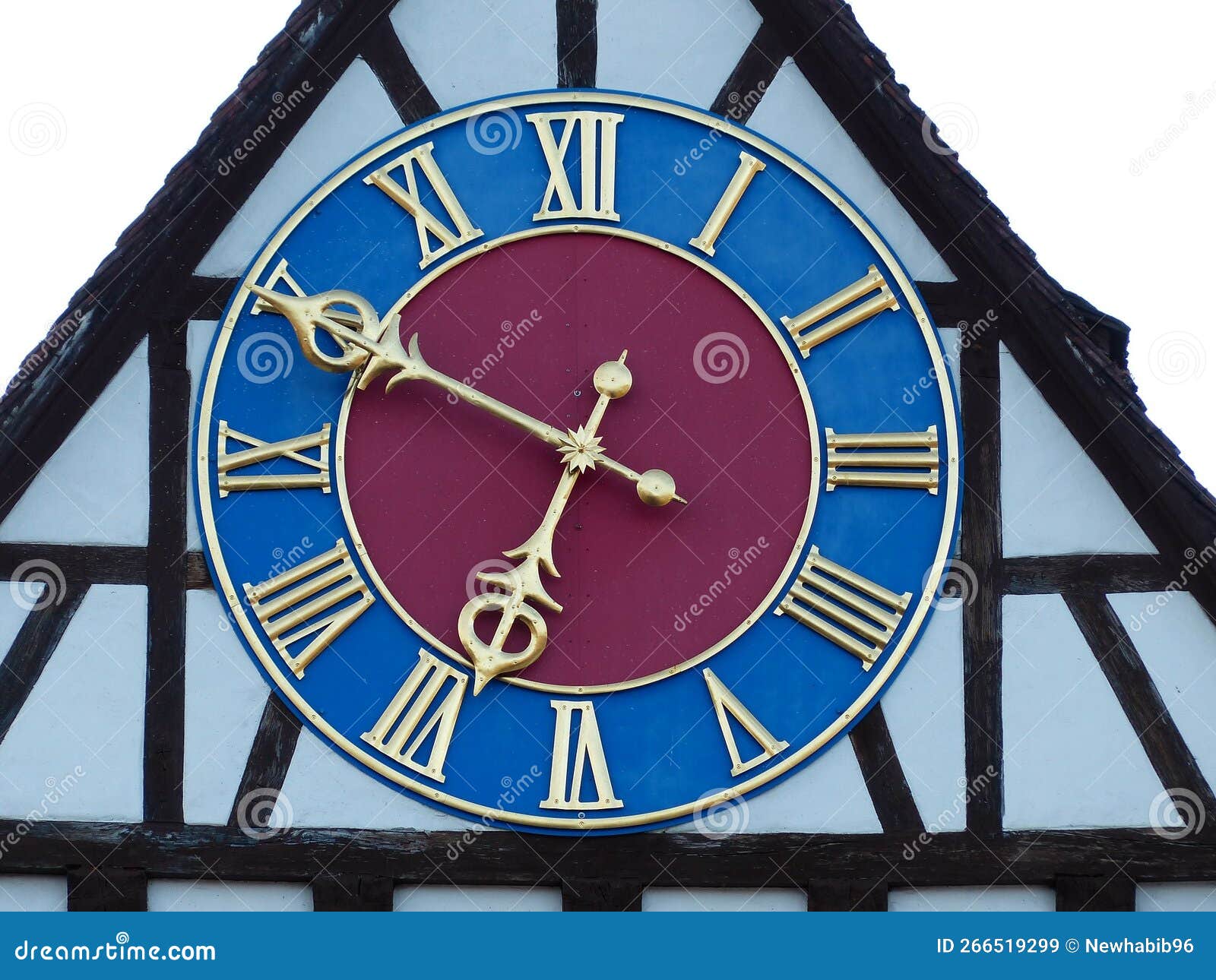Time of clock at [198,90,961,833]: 6:49
